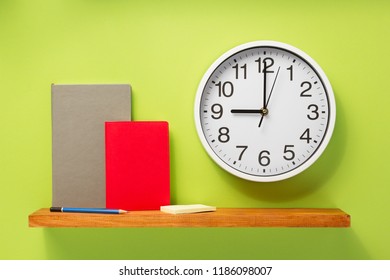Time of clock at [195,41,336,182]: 9:00
